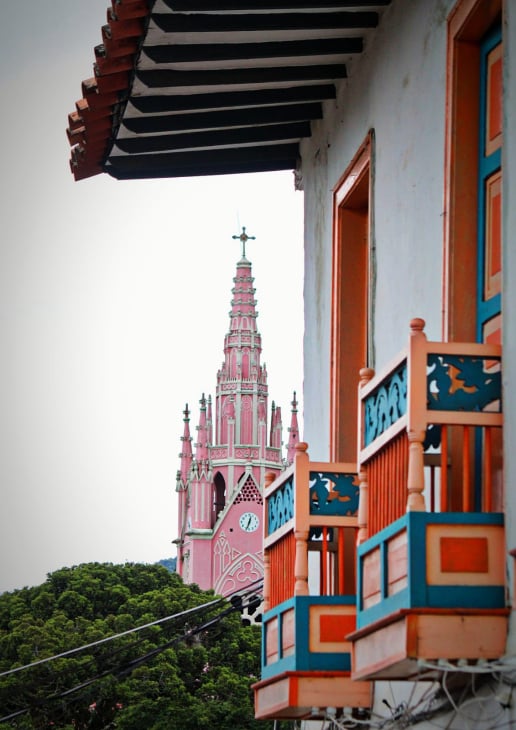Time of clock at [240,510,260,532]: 12:33
